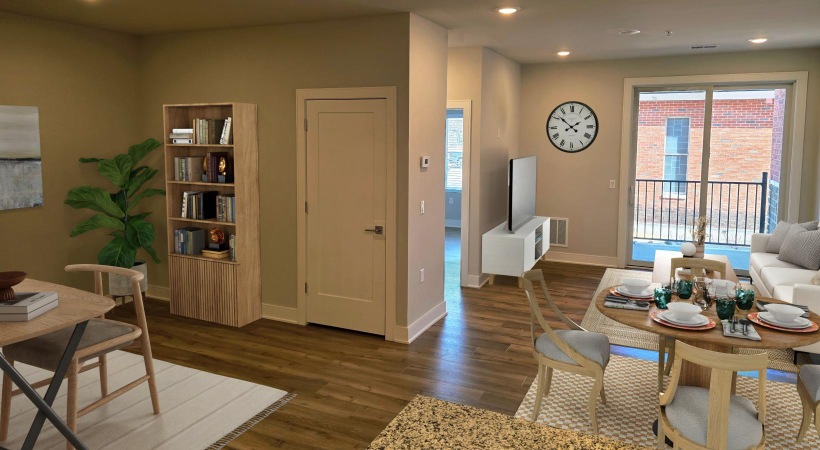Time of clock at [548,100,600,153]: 1:51
